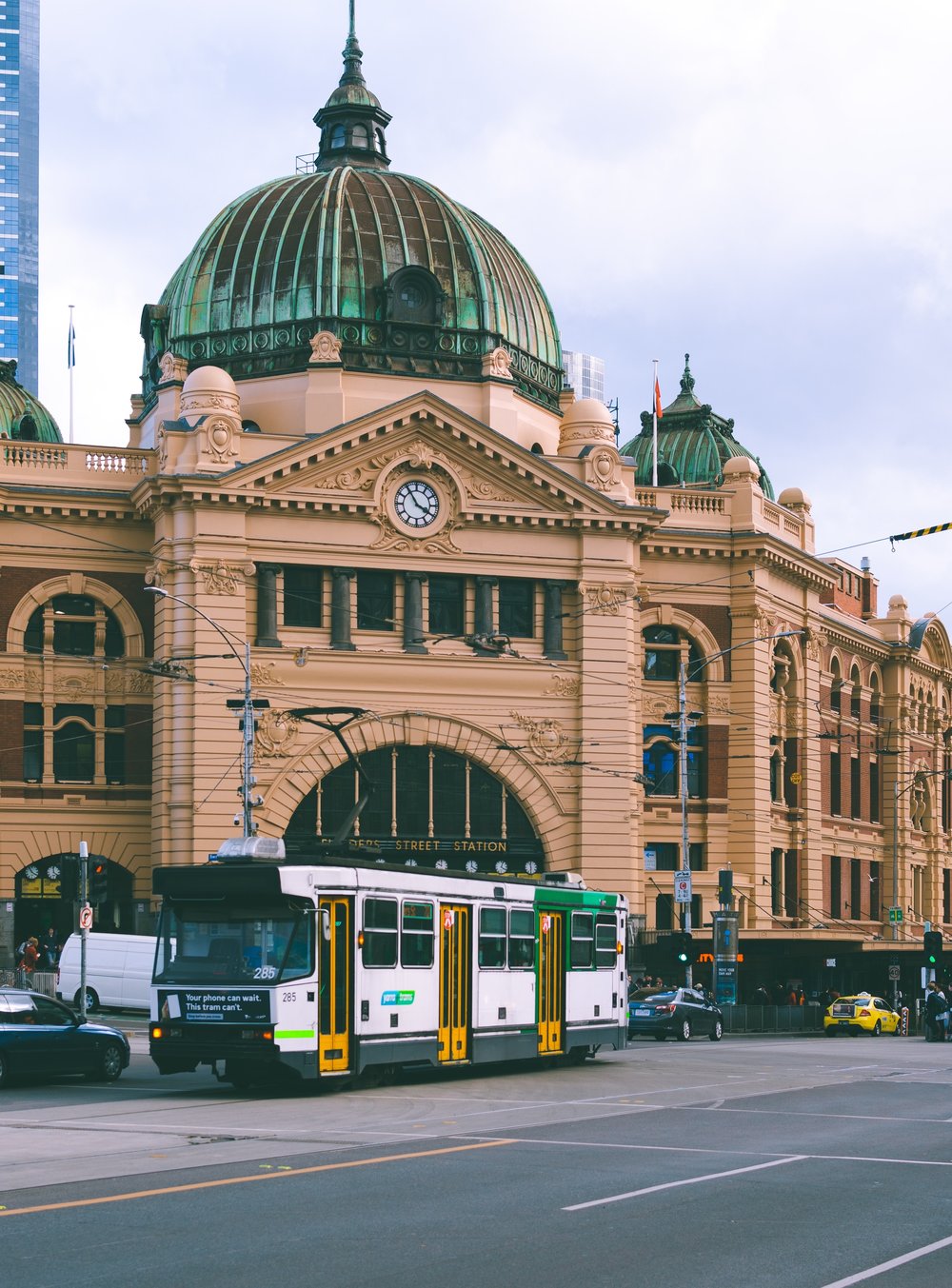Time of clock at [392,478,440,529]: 3:54
